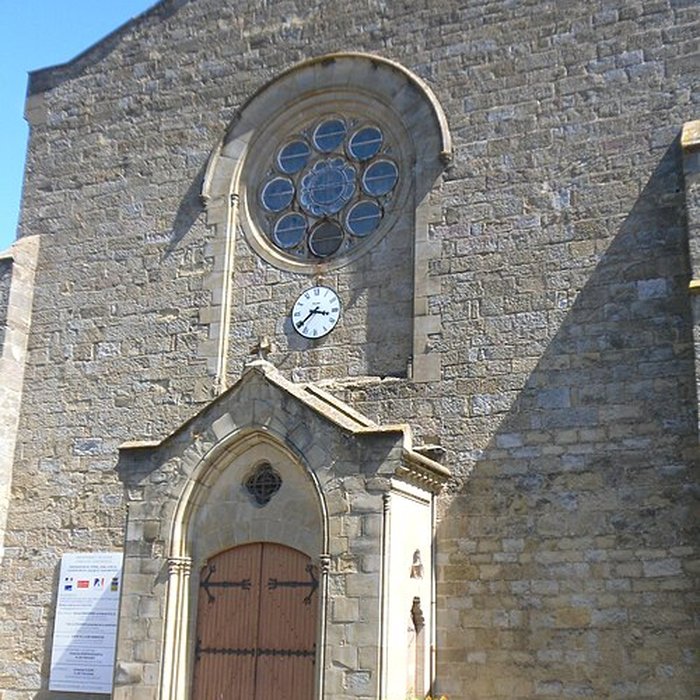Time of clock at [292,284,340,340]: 3:38
